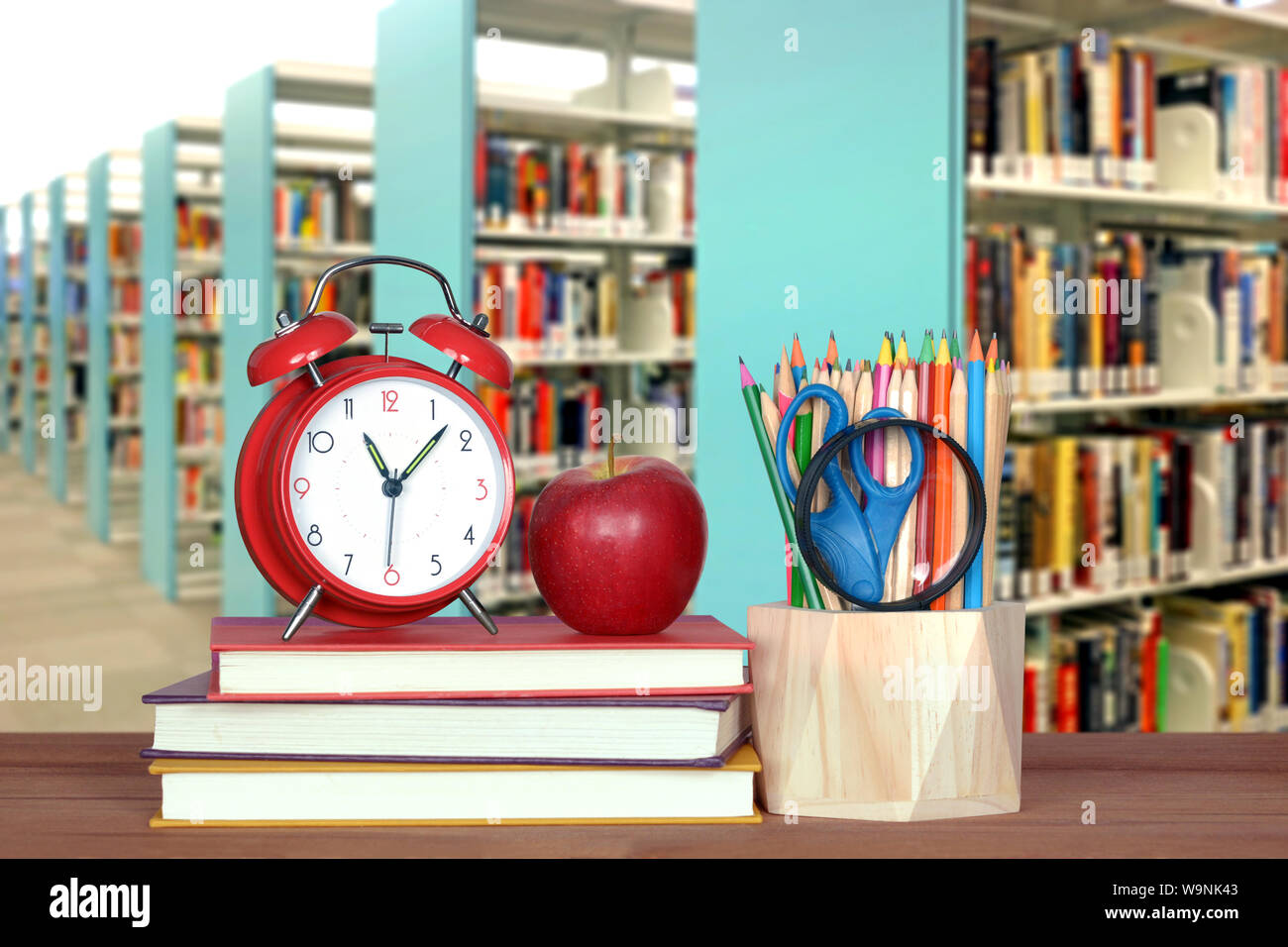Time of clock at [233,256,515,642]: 11:07
